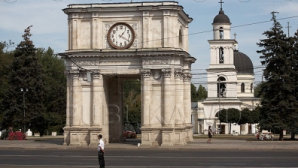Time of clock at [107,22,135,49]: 1:20
